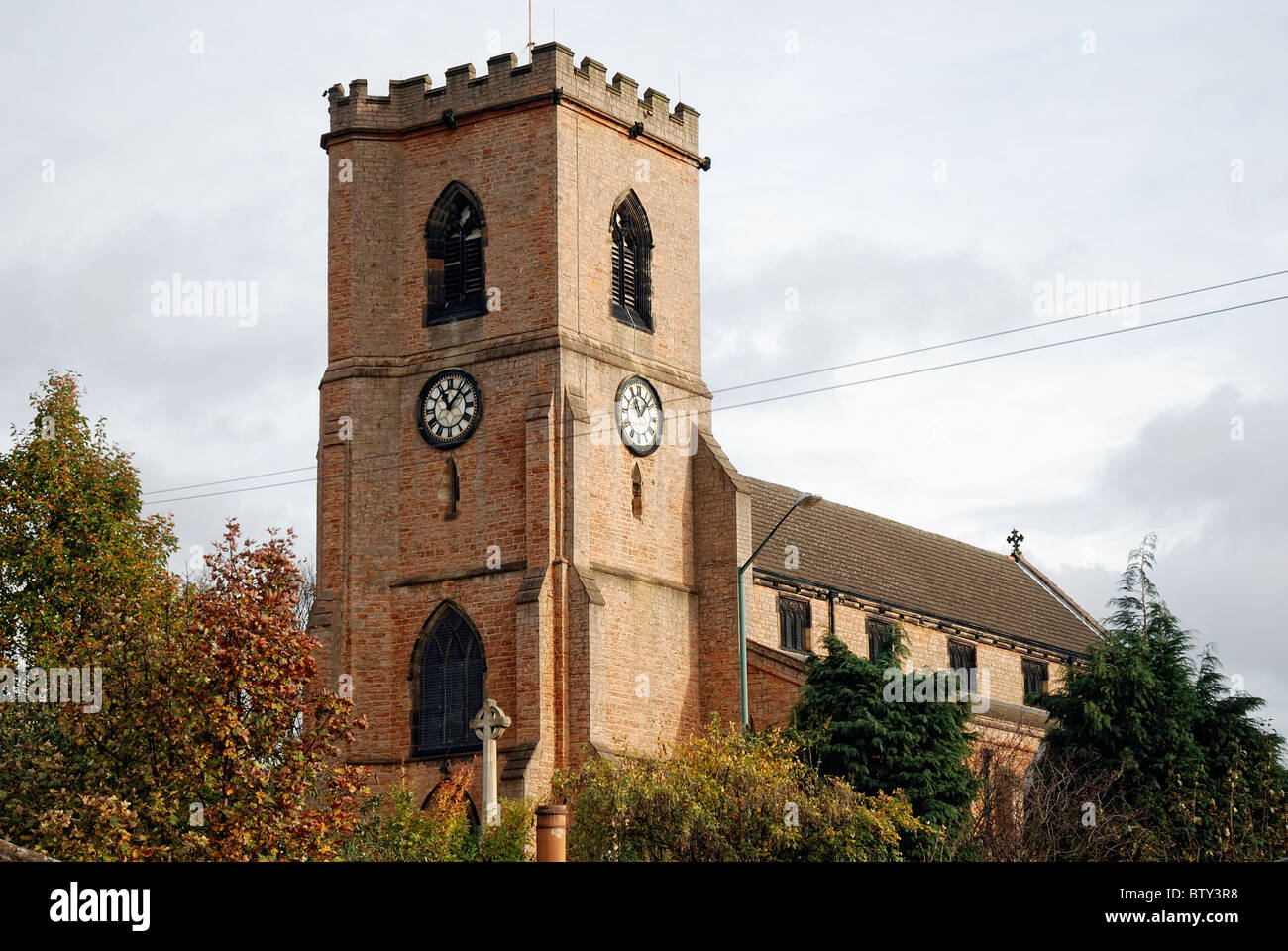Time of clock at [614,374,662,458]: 11:07
